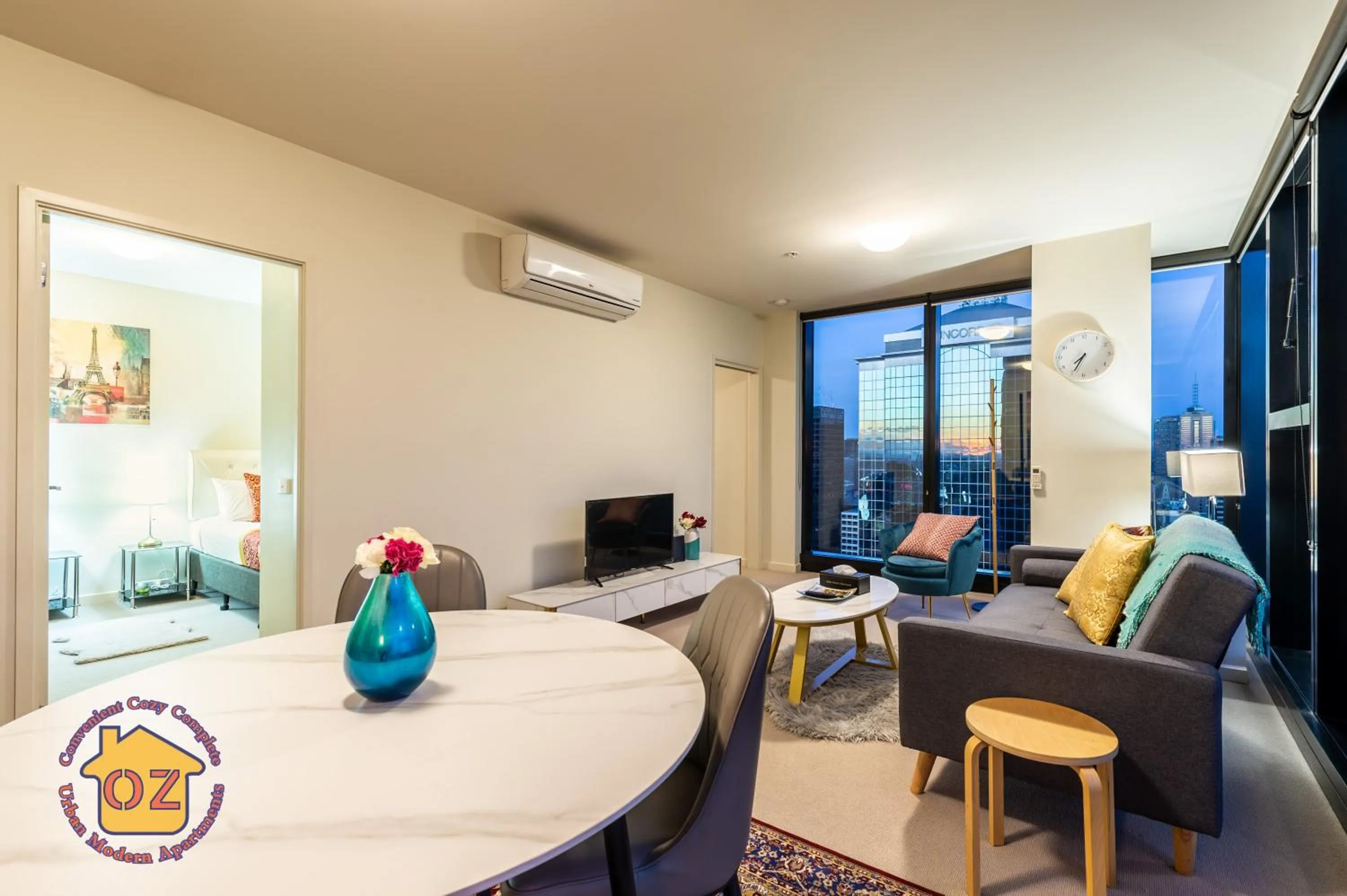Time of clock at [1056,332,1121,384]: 7:34
